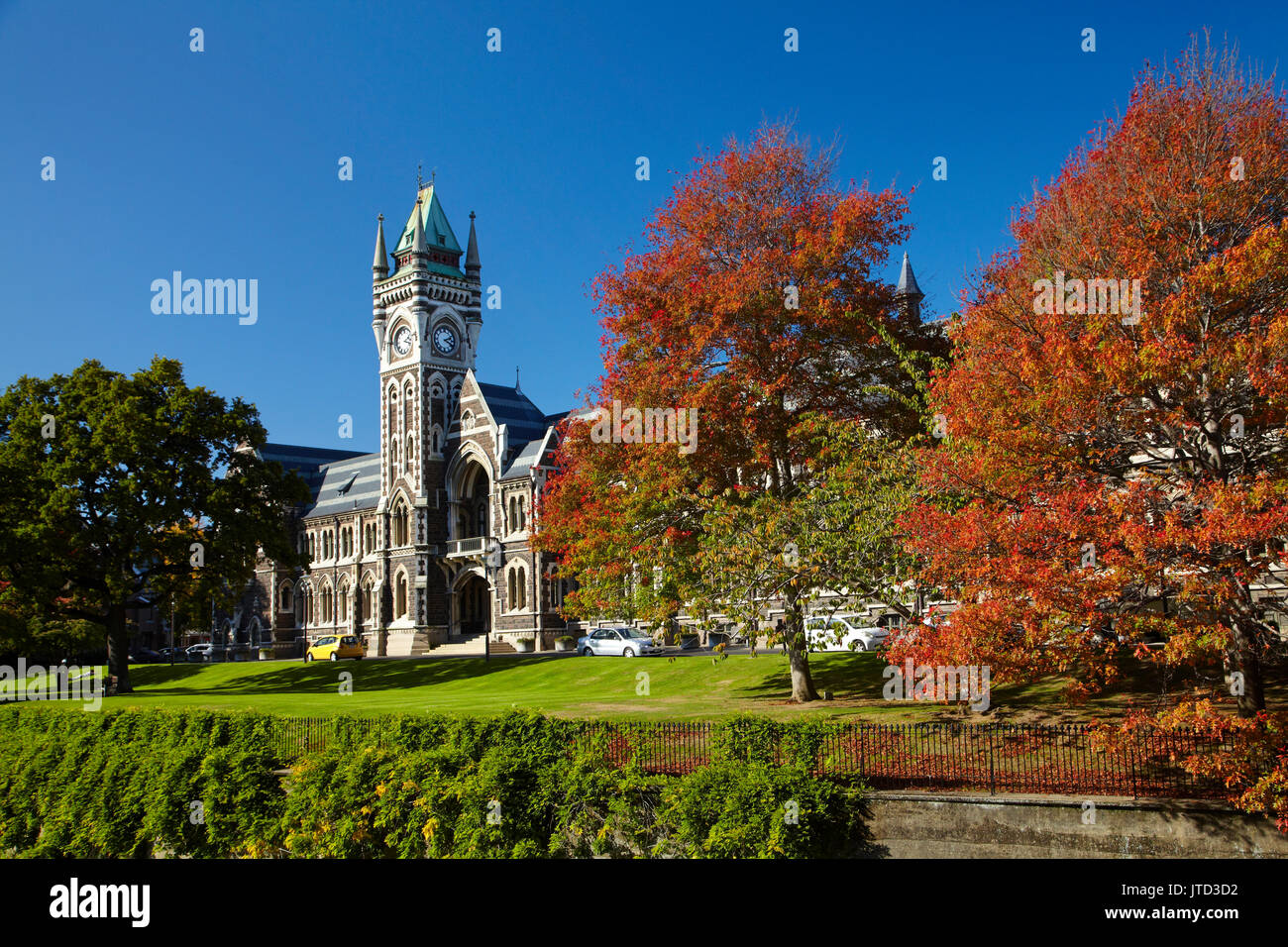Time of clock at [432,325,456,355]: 2:19
